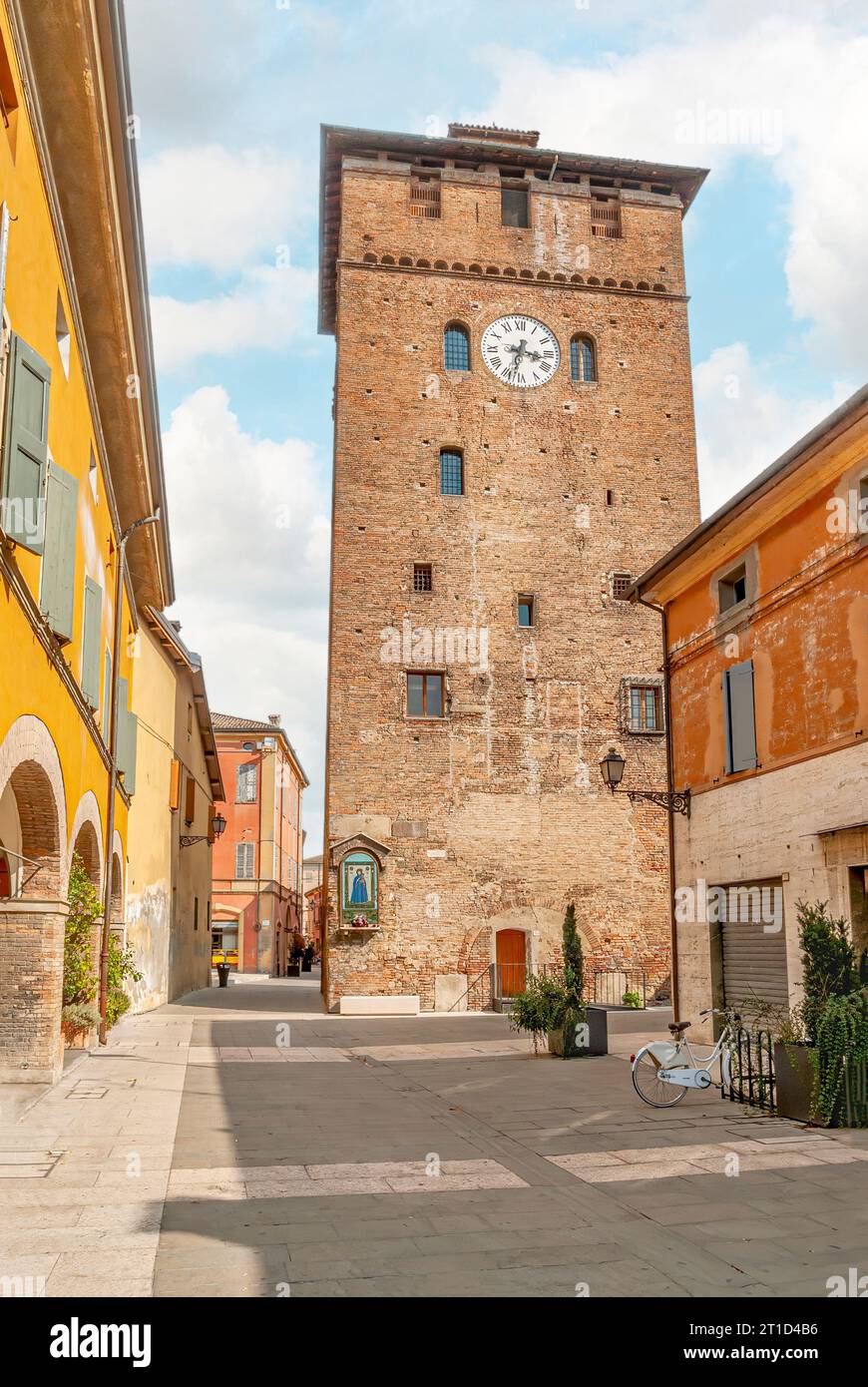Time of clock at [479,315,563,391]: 3:32
